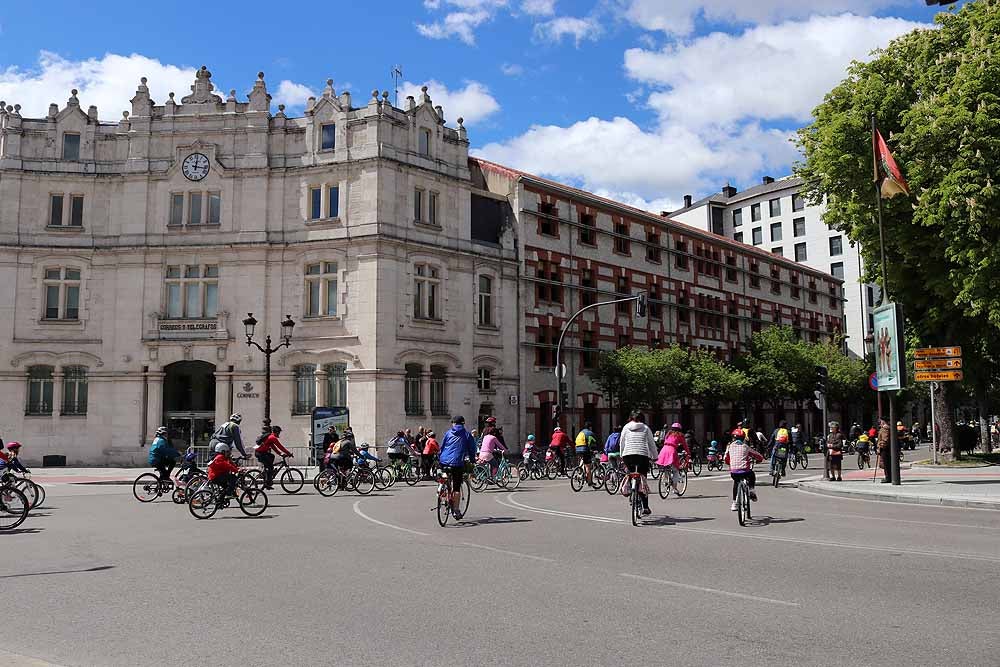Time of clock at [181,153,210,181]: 12:16
